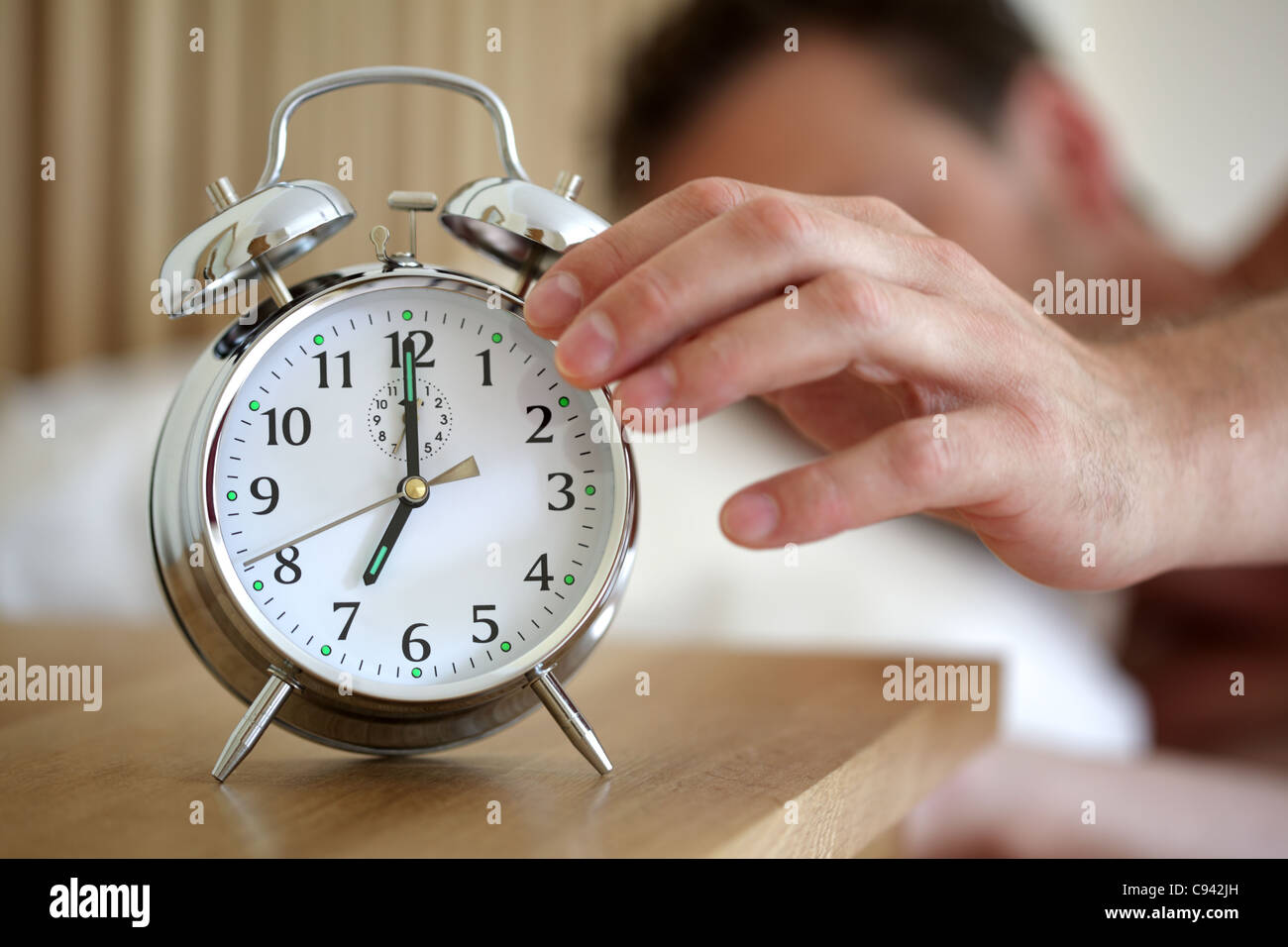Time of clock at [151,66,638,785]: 7:00
